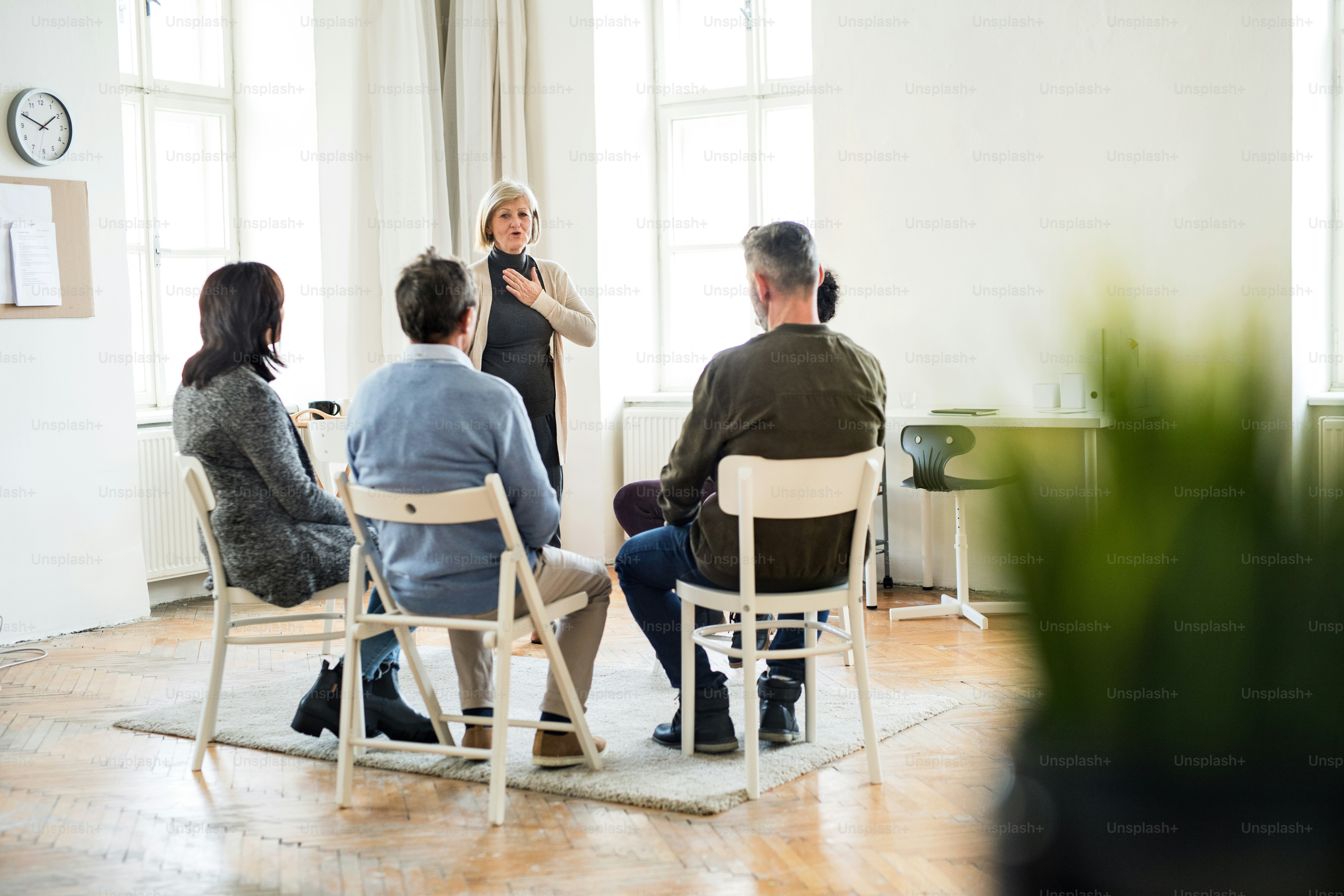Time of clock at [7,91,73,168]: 1:49
